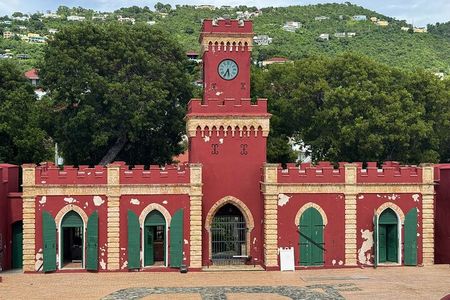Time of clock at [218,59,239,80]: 5:35
